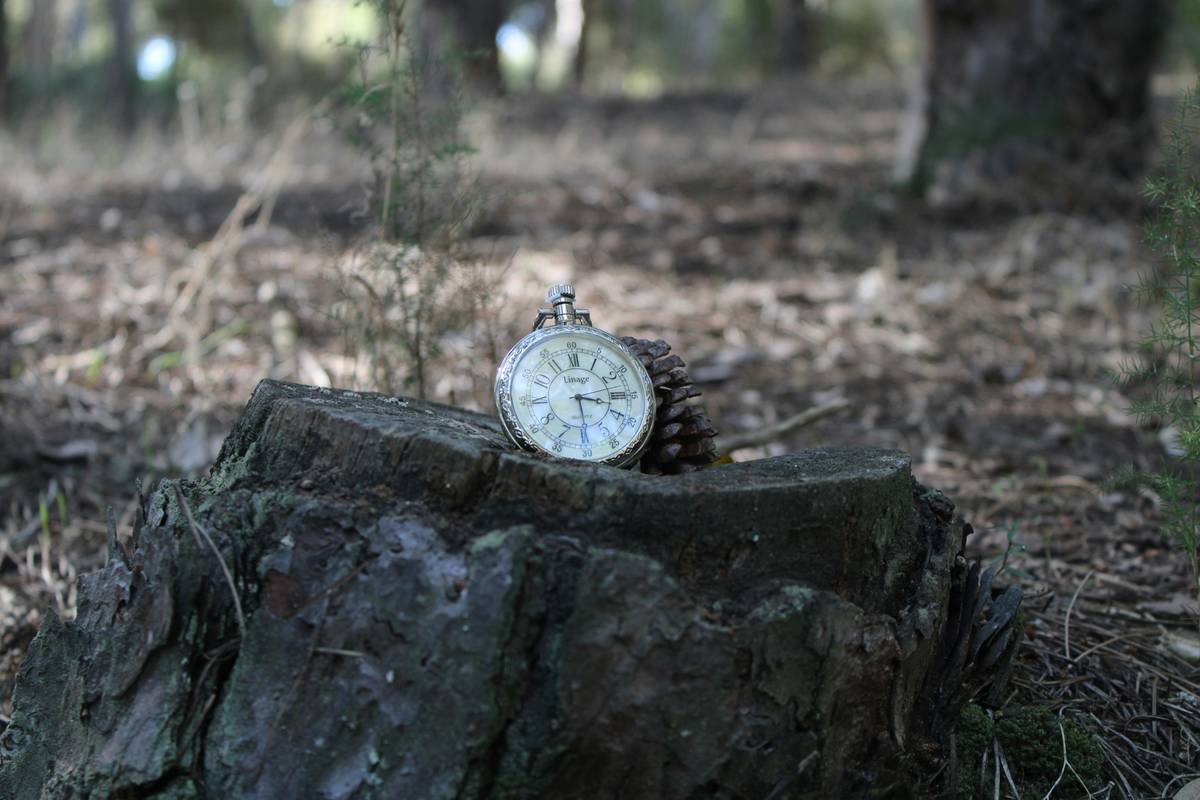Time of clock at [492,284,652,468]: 3:29
